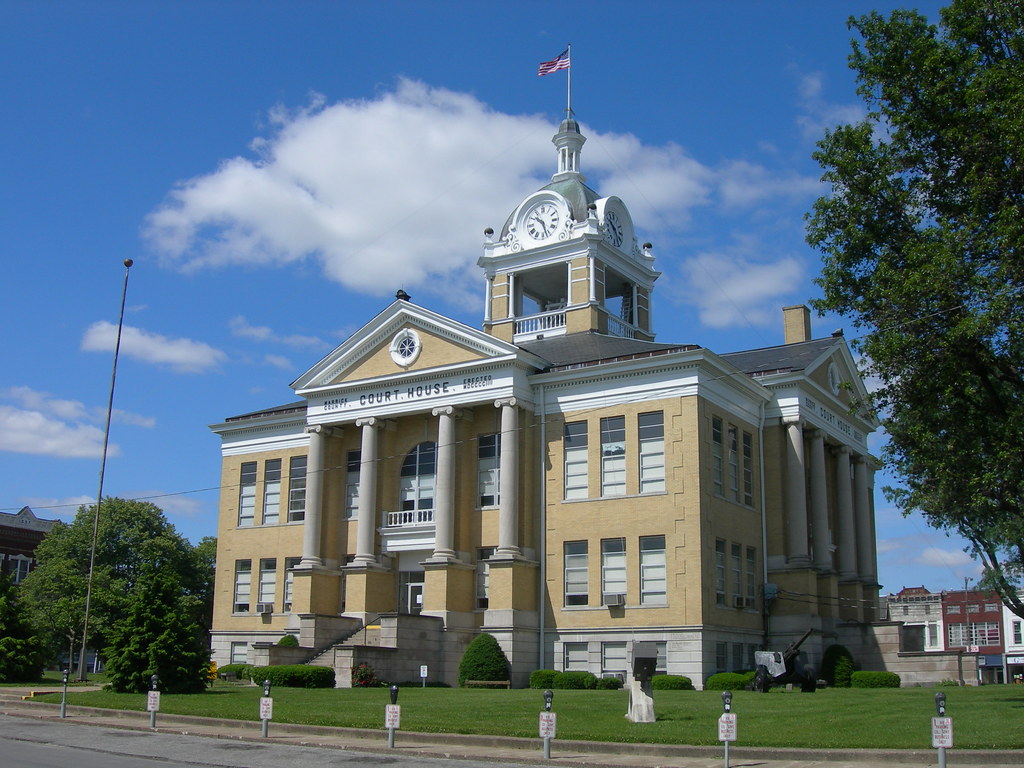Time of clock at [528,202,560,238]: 10:27
